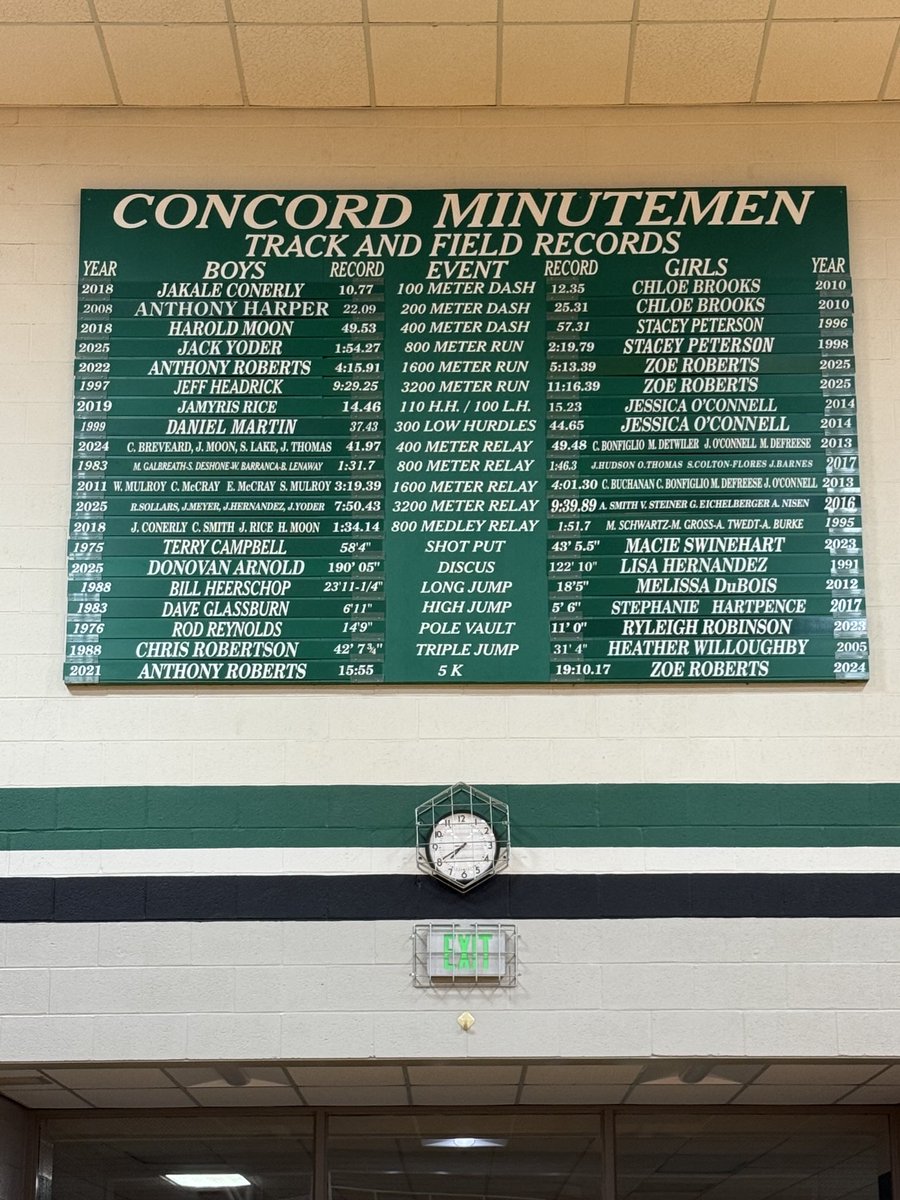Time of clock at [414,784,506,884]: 7:40
